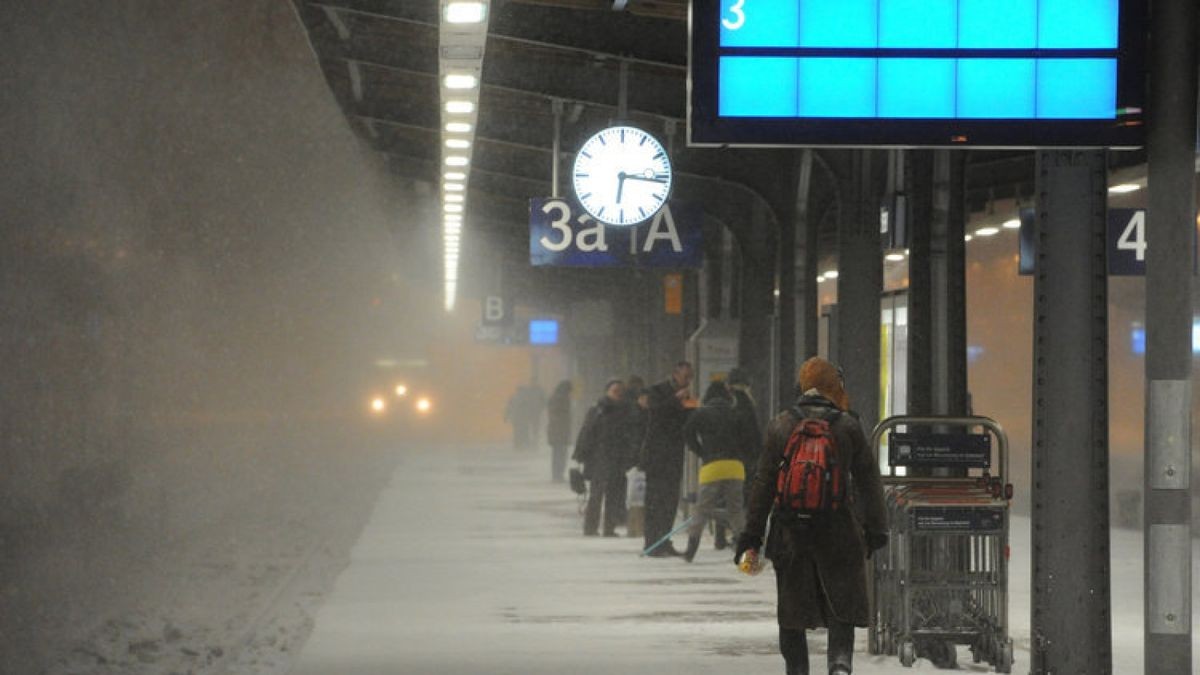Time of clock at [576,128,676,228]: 6:16
